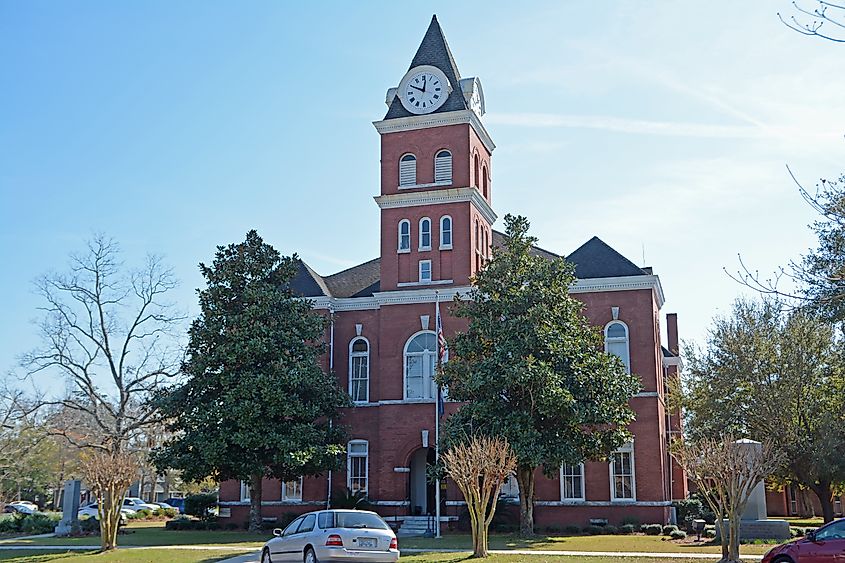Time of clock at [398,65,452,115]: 10:01
